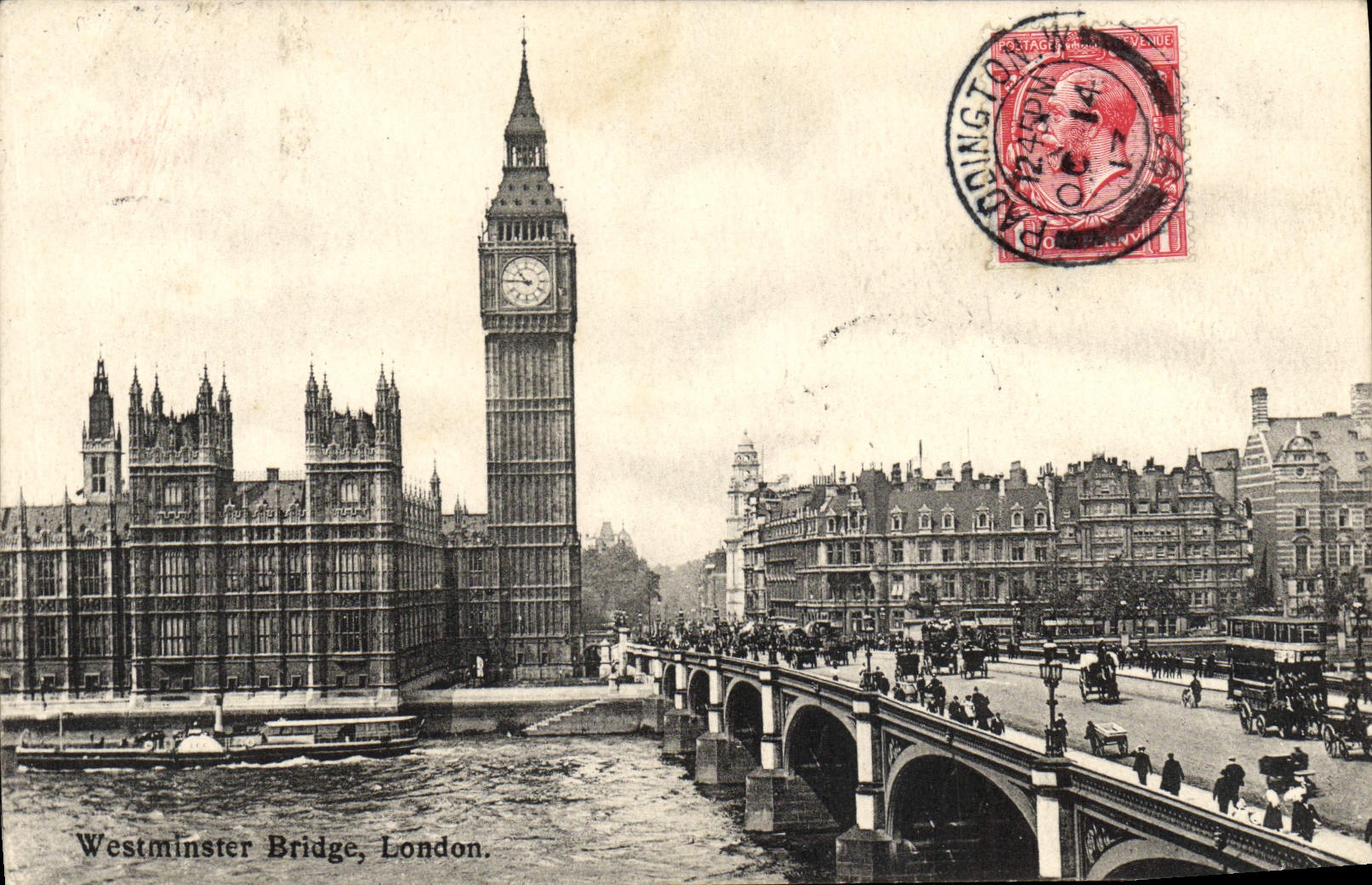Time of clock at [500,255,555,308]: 10:45
